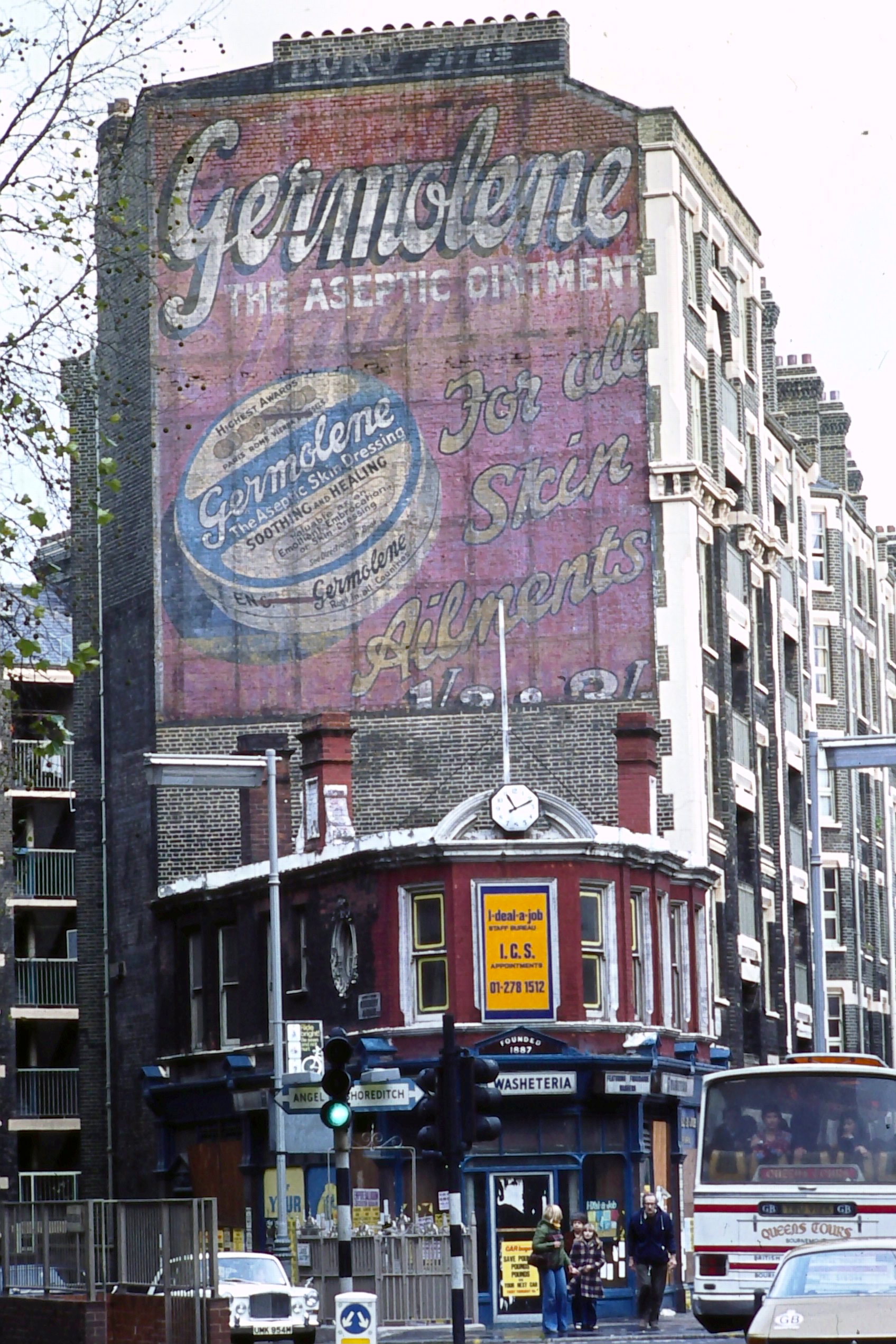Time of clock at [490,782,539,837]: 11:11
